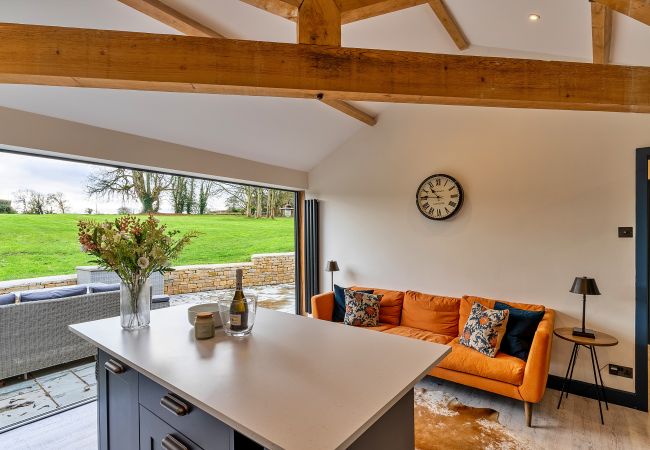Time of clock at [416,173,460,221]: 10:45
